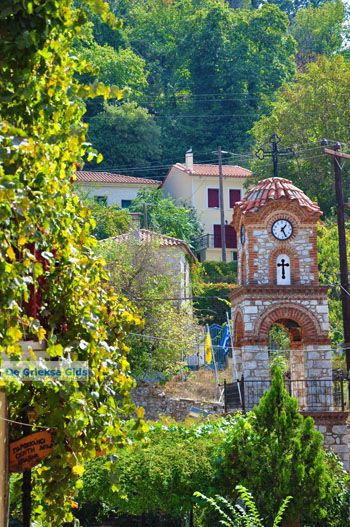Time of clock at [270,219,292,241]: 1:25
